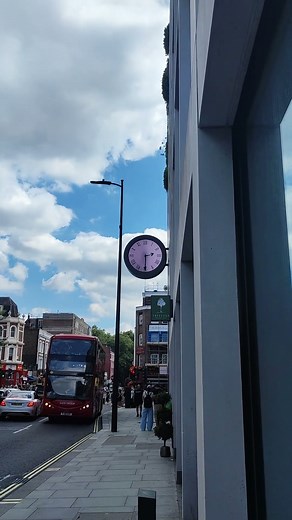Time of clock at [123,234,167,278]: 2:29
